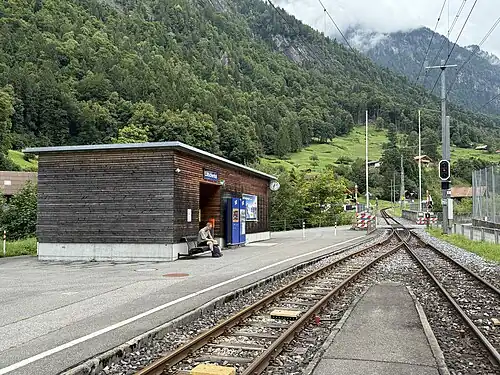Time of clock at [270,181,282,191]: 7:32
